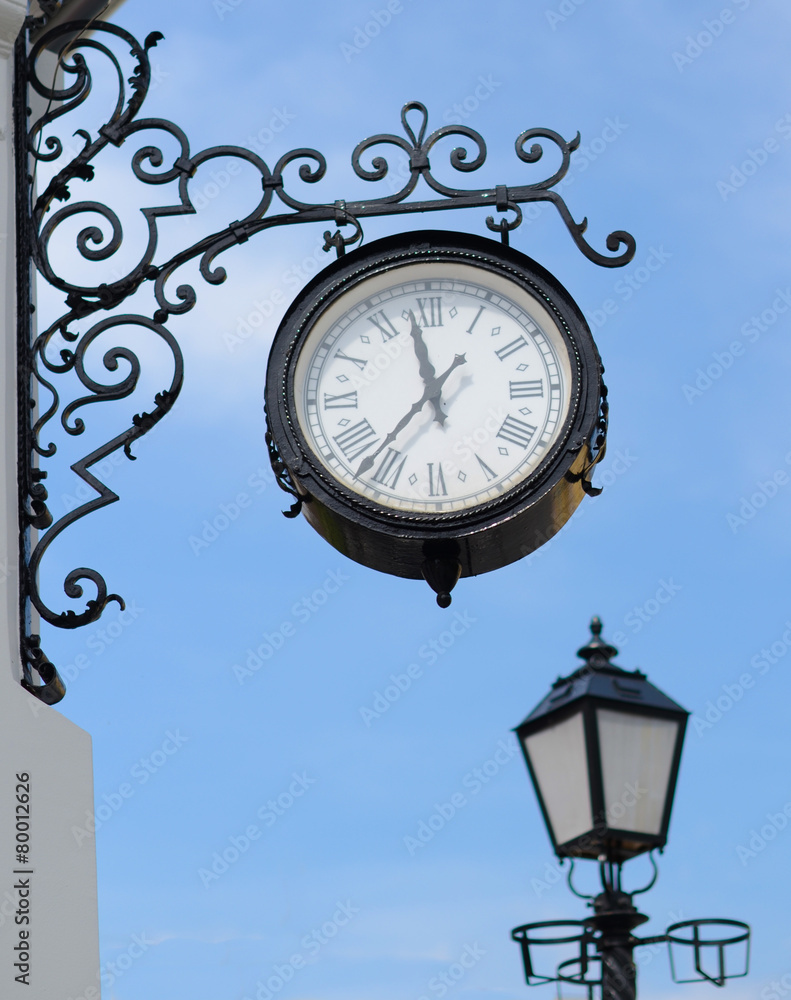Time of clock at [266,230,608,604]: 11:36
